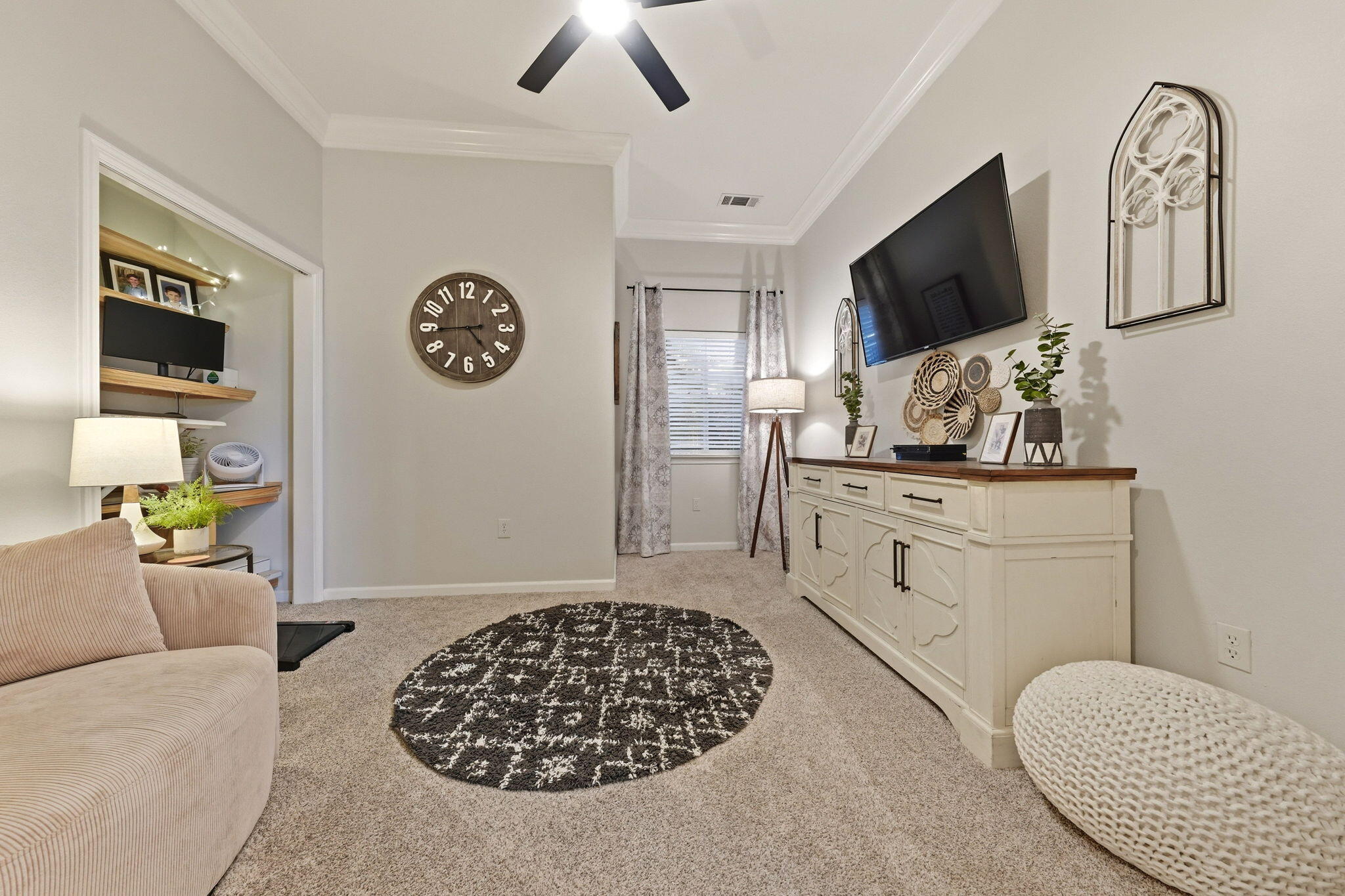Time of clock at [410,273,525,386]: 4:44
